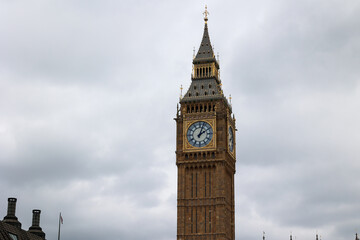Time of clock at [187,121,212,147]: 2:03
